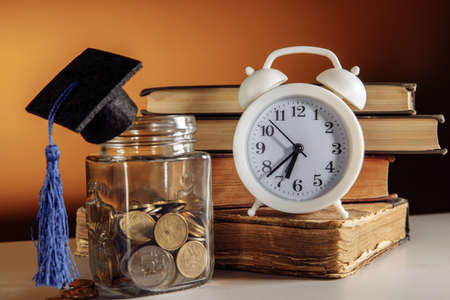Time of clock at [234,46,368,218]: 6:38
